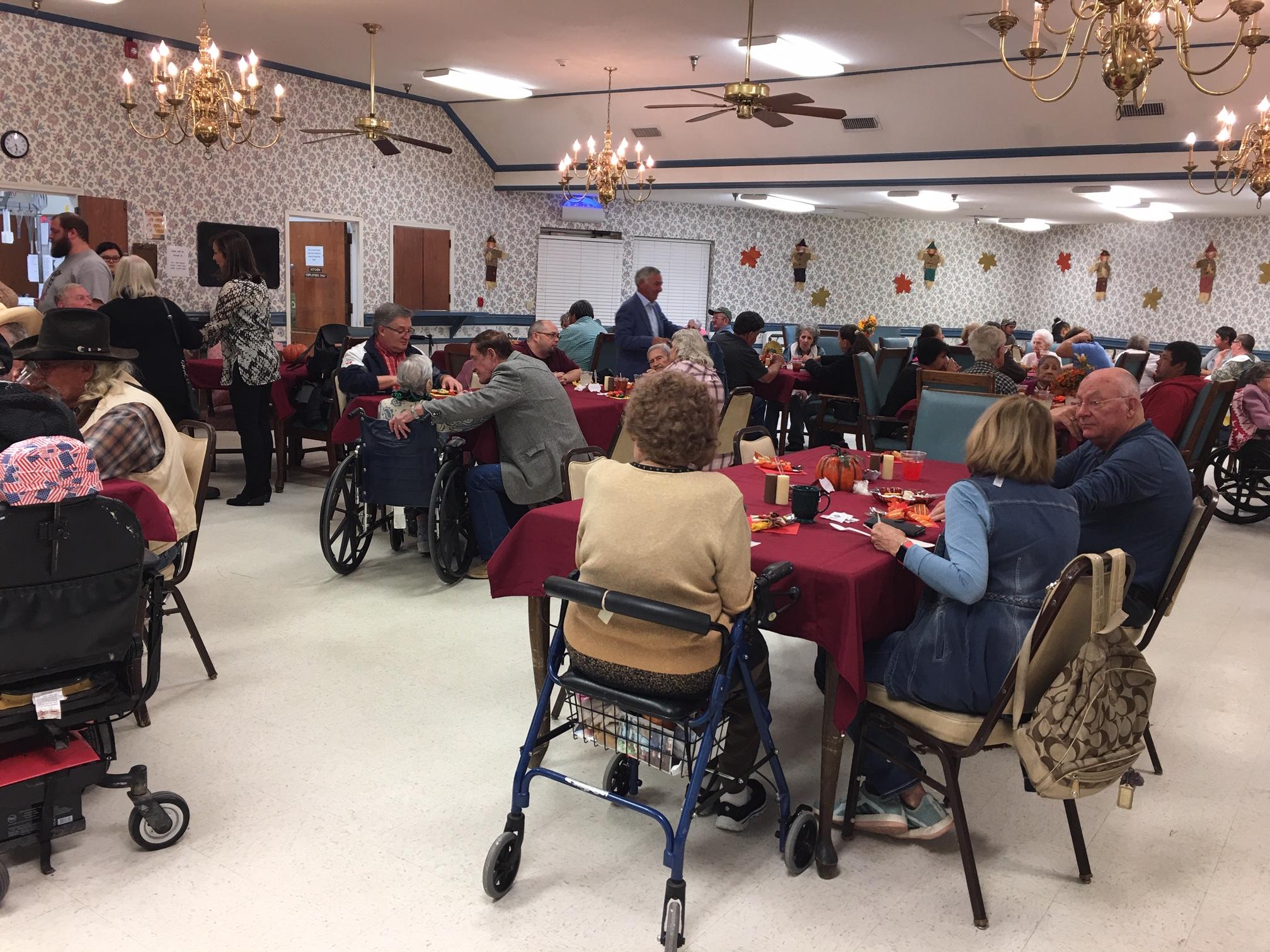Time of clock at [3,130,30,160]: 5:38
